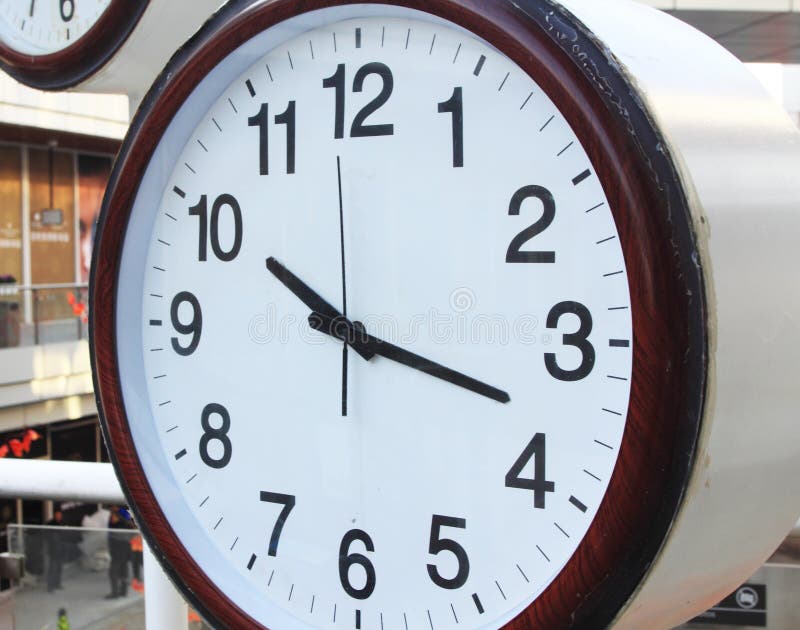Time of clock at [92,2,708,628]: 10:17
